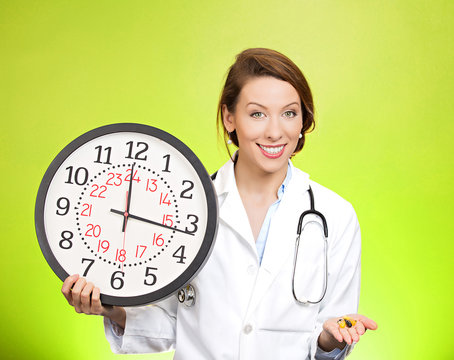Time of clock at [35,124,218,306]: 12:16
